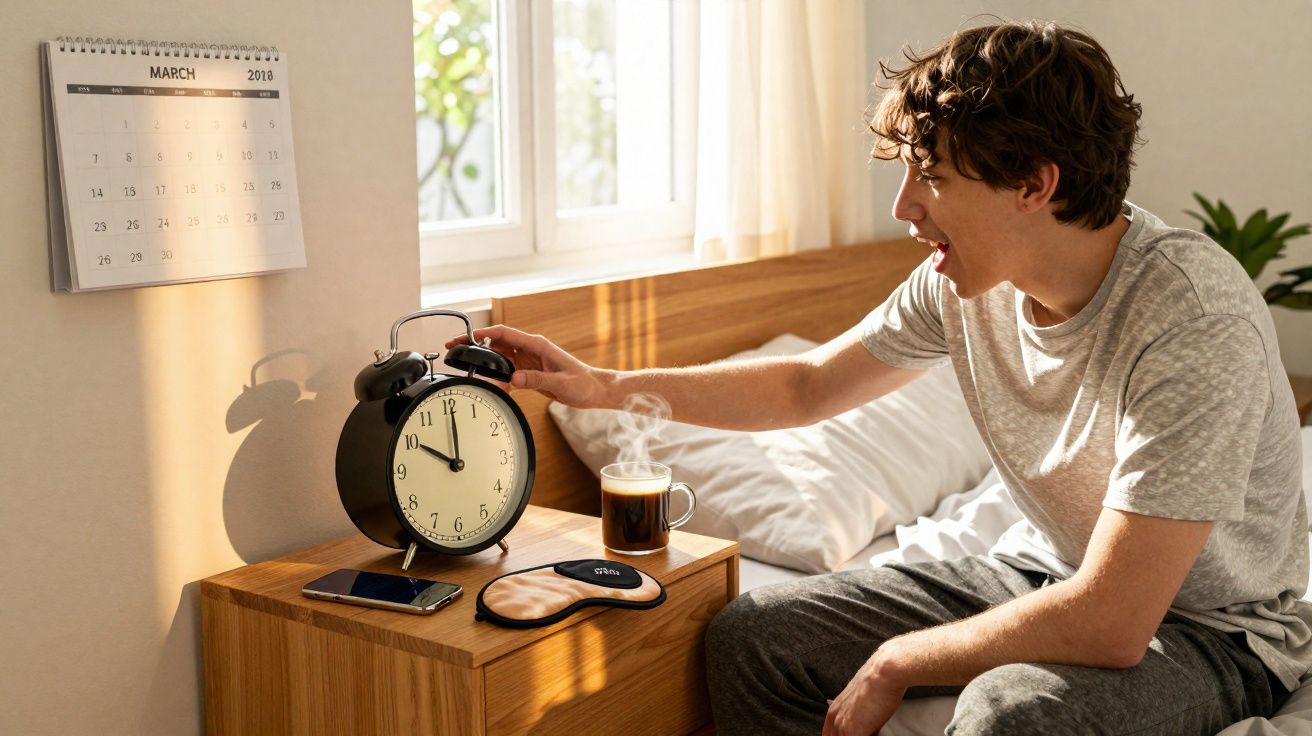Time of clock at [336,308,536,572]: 10:00
